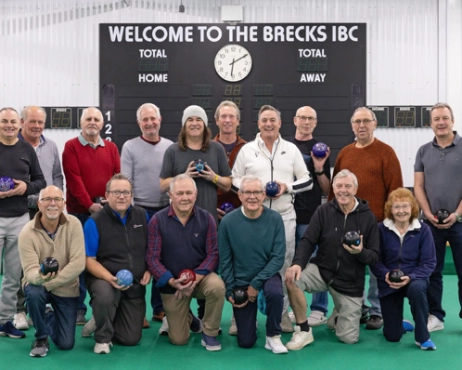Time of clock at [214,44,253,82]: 6:10
